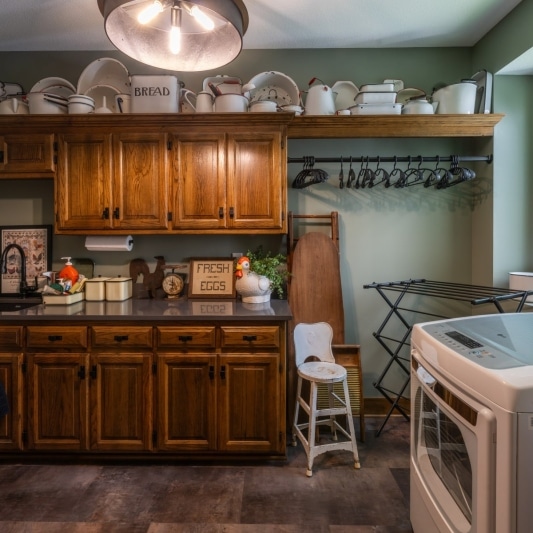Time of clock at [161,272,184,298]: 11:32
